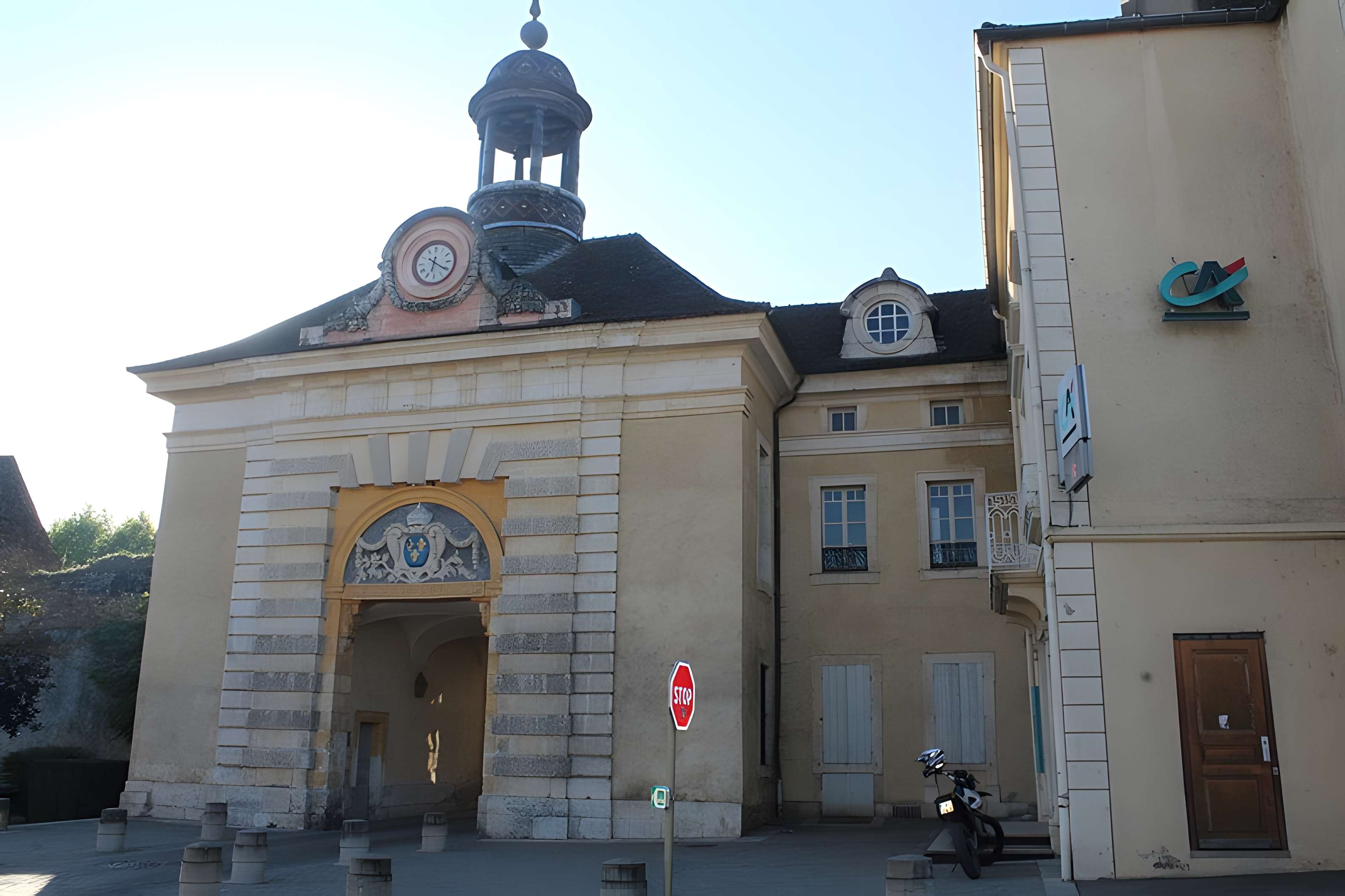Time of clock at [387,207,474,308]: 10:20
